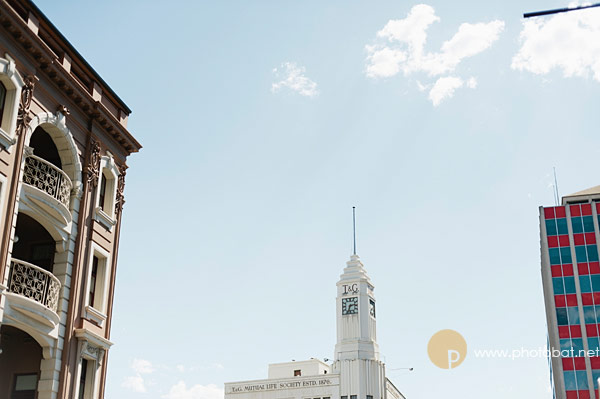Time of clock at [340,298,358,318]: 2:33
